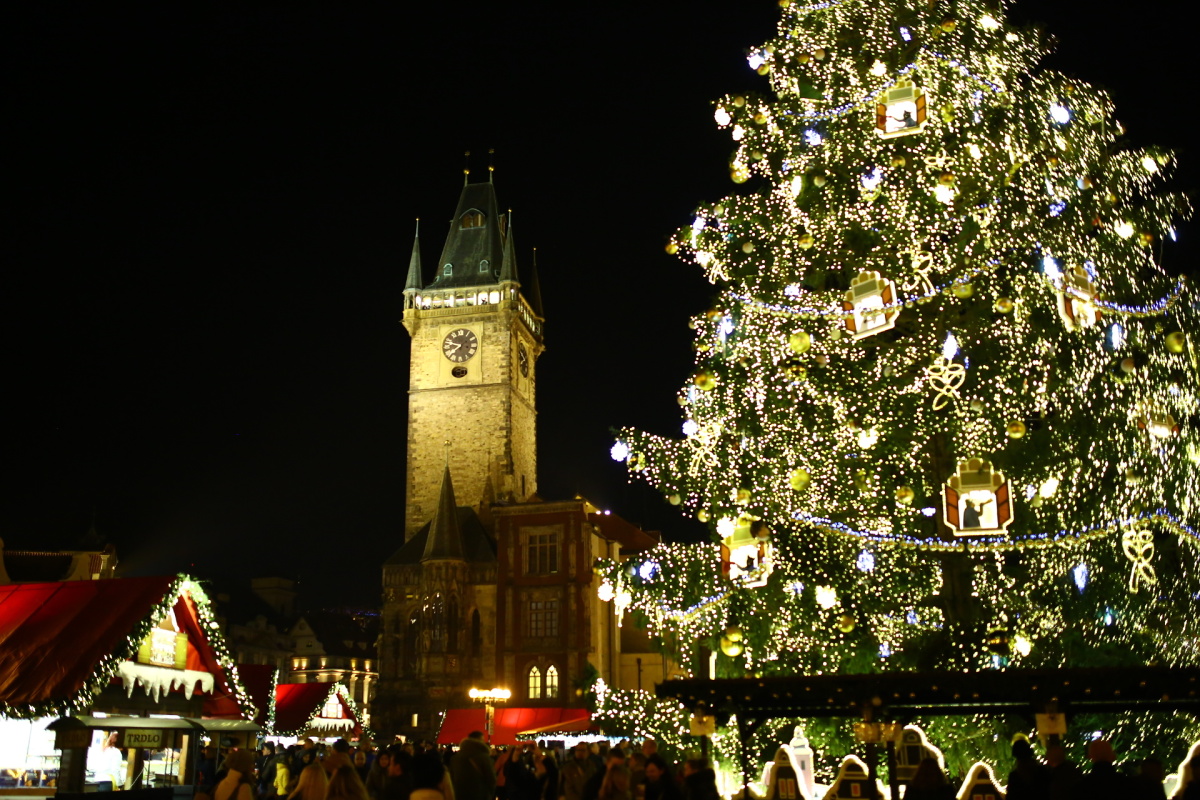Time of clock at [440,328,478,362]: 7:47
